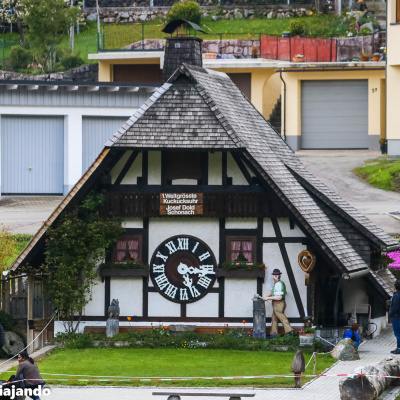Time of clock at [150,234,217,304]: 3:26
